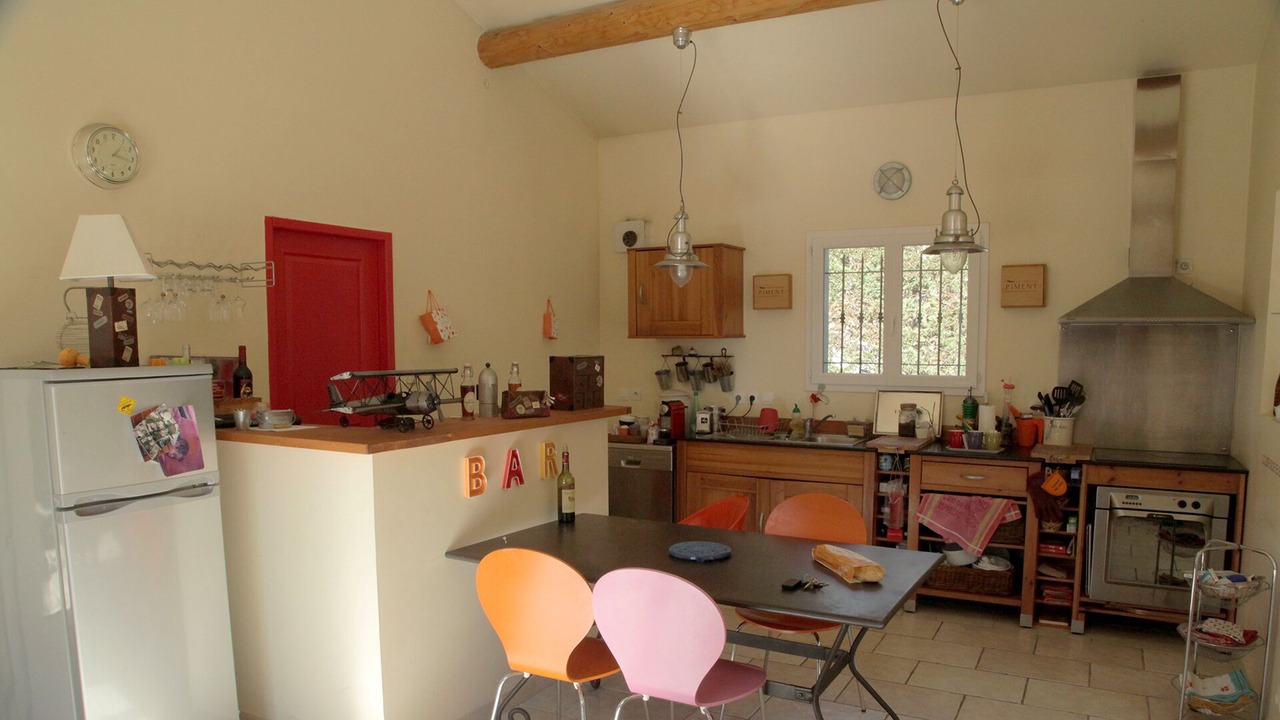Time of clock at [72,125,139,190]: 1:16
